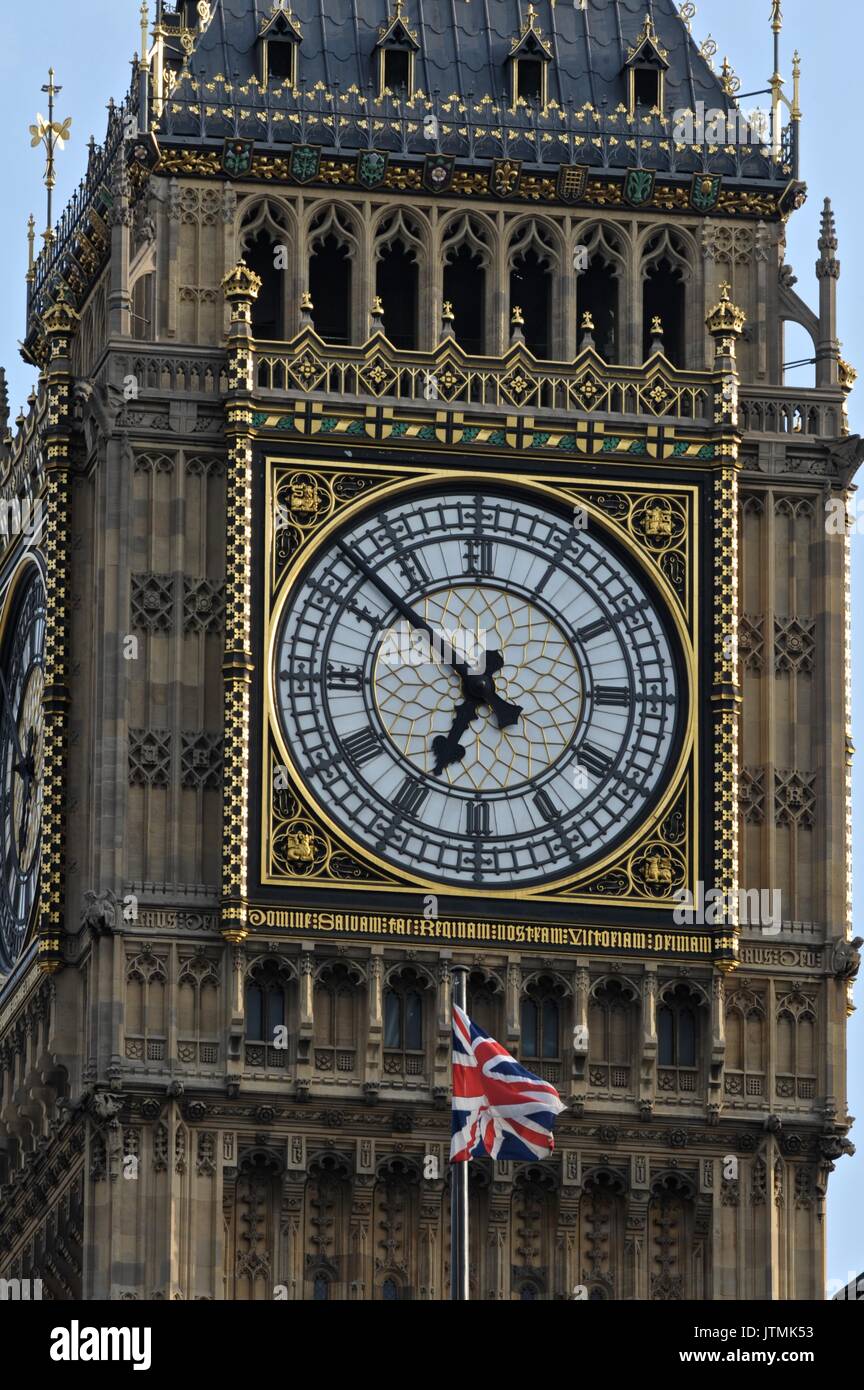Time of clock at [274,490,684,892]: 6:52
